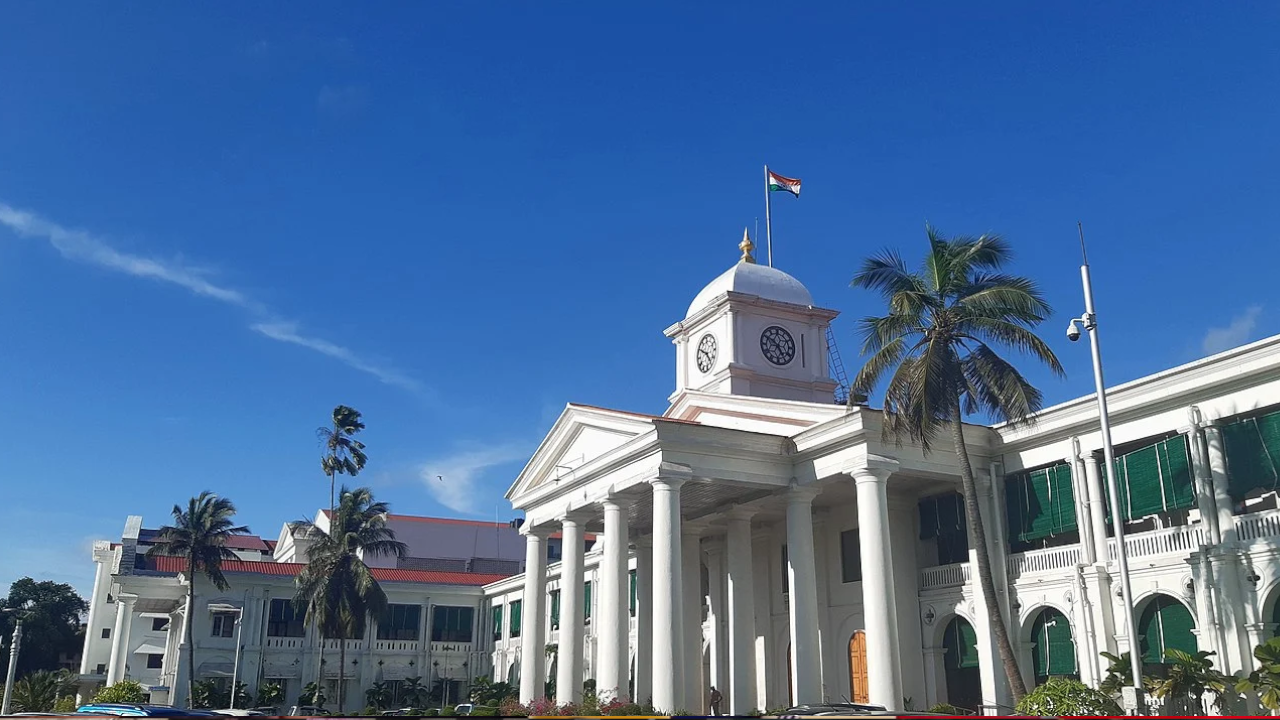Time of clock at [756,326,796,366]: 4:50
